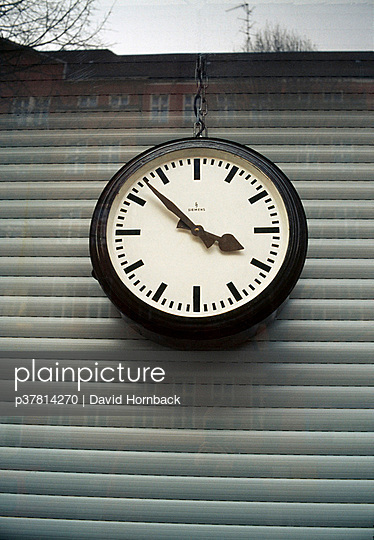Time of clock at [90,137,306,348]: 3:52
